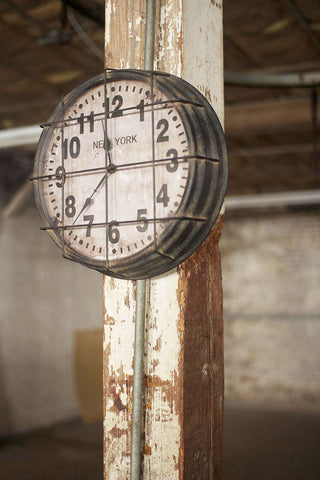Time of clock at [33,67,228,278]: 11:37
